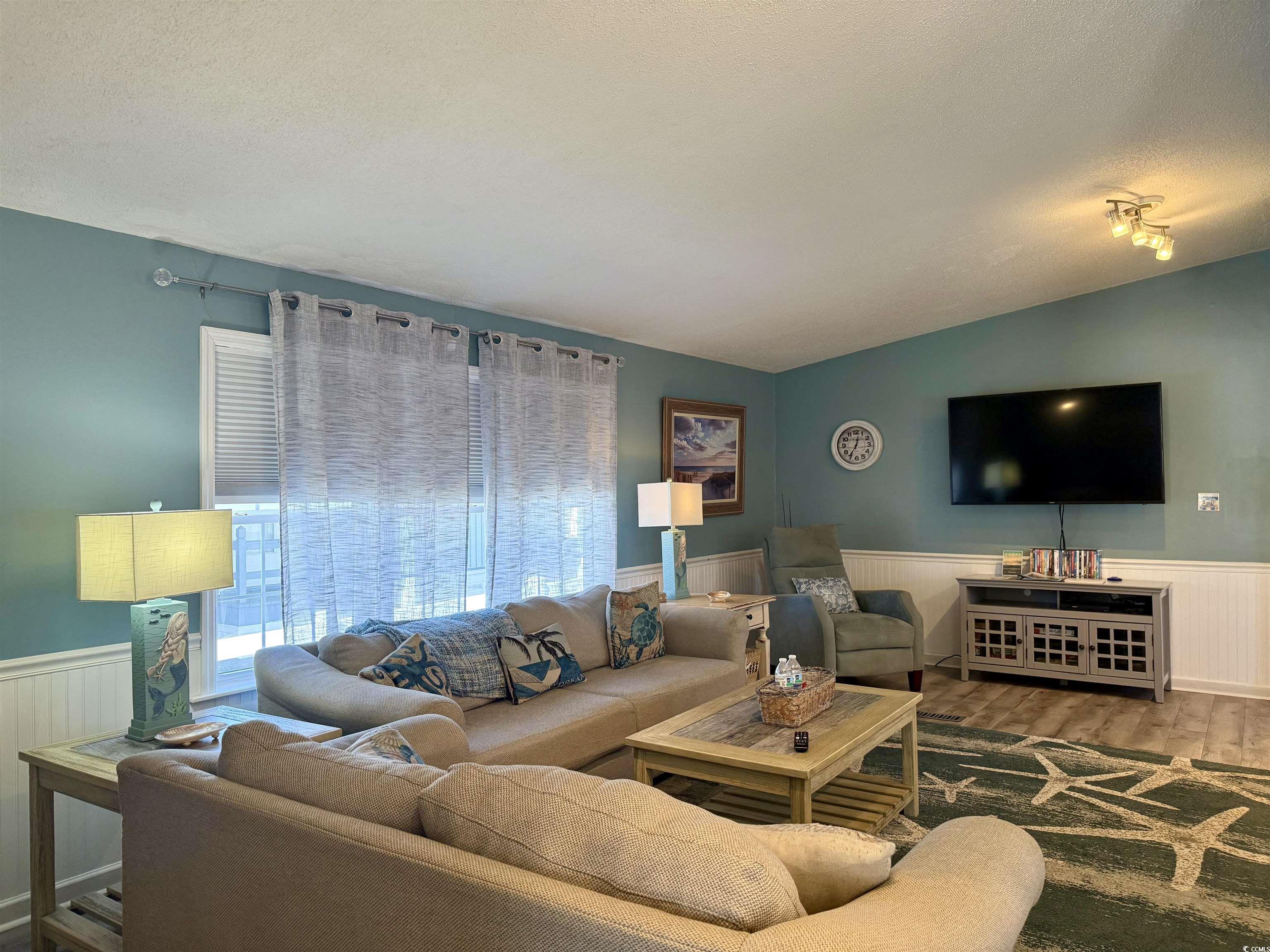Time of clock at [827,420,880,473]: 12:35
